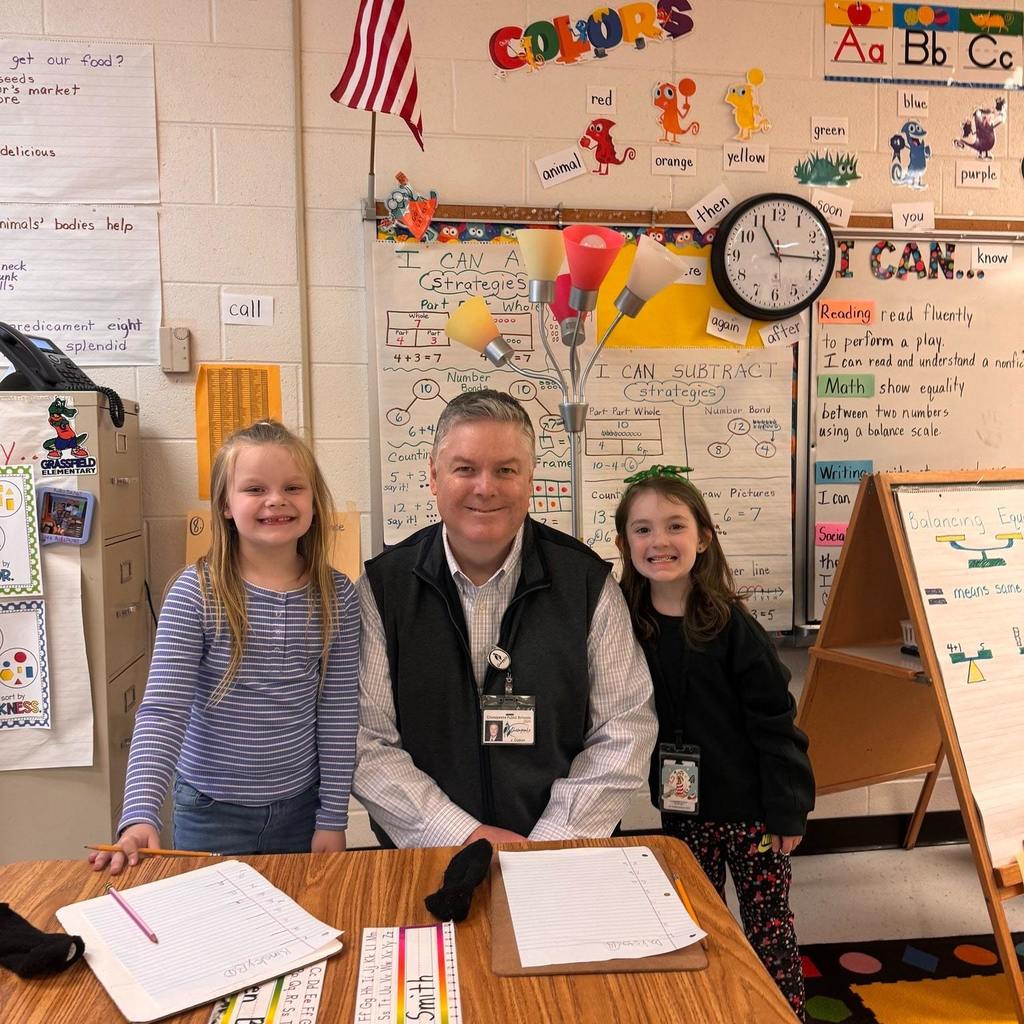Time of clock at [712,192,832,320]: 11:15
